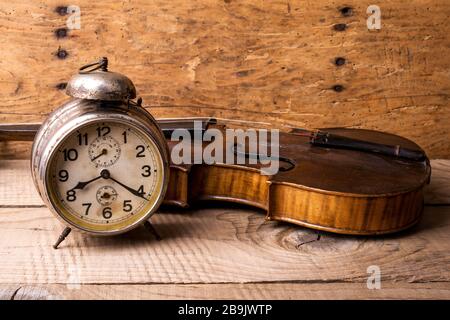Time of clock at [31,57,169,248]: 8:20
